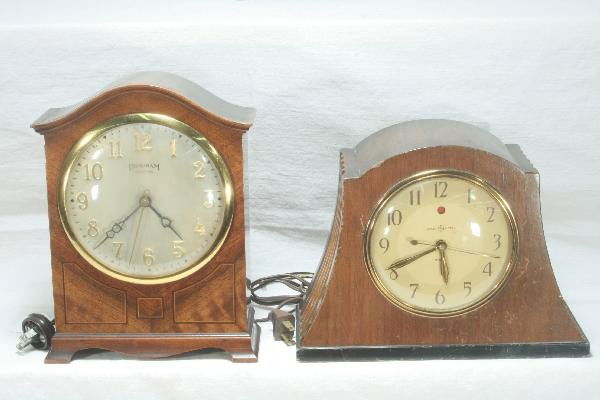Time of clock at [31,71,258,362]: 4:38
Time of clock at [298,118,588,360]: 5:40
